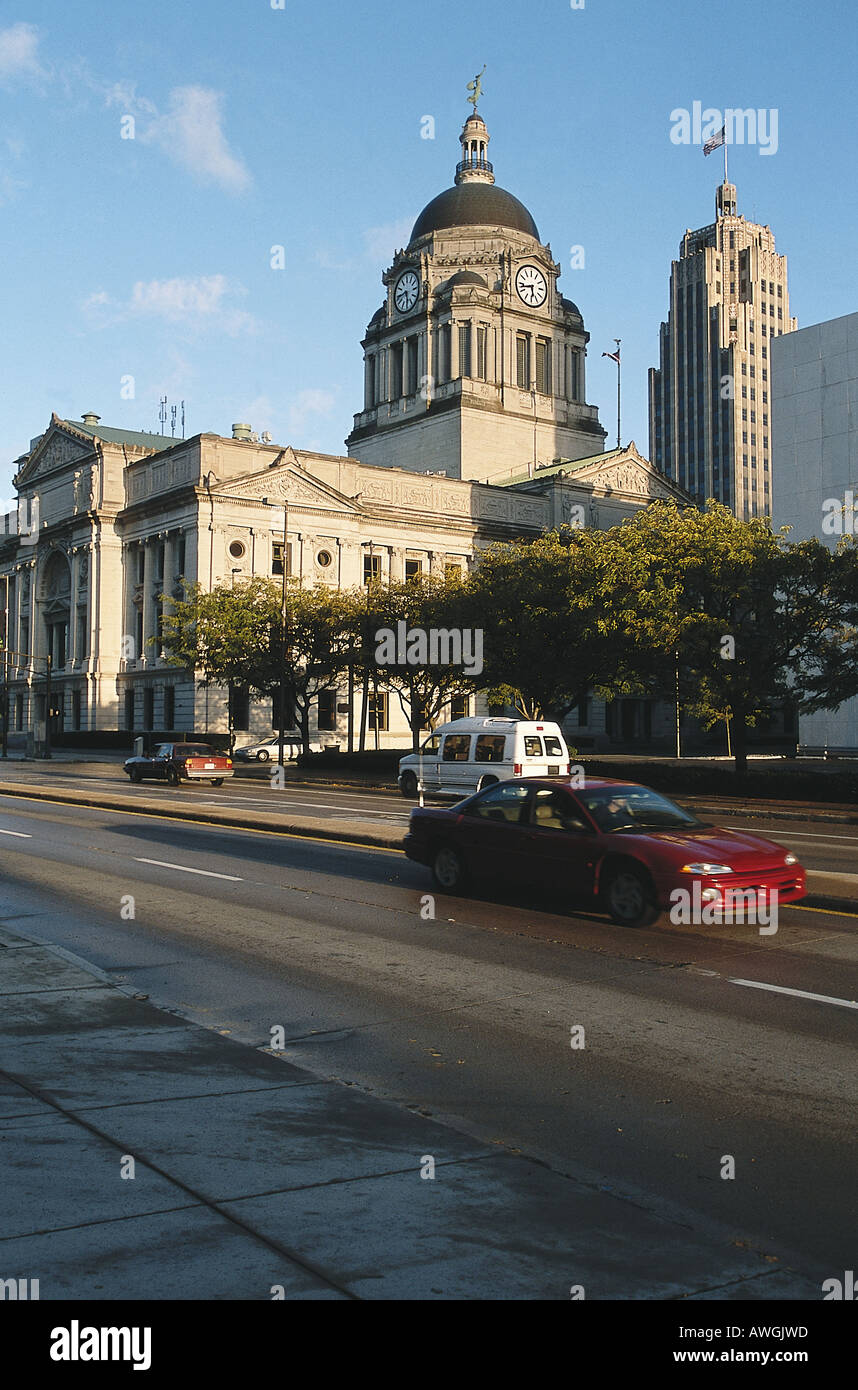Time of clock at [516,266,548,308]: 5:42
